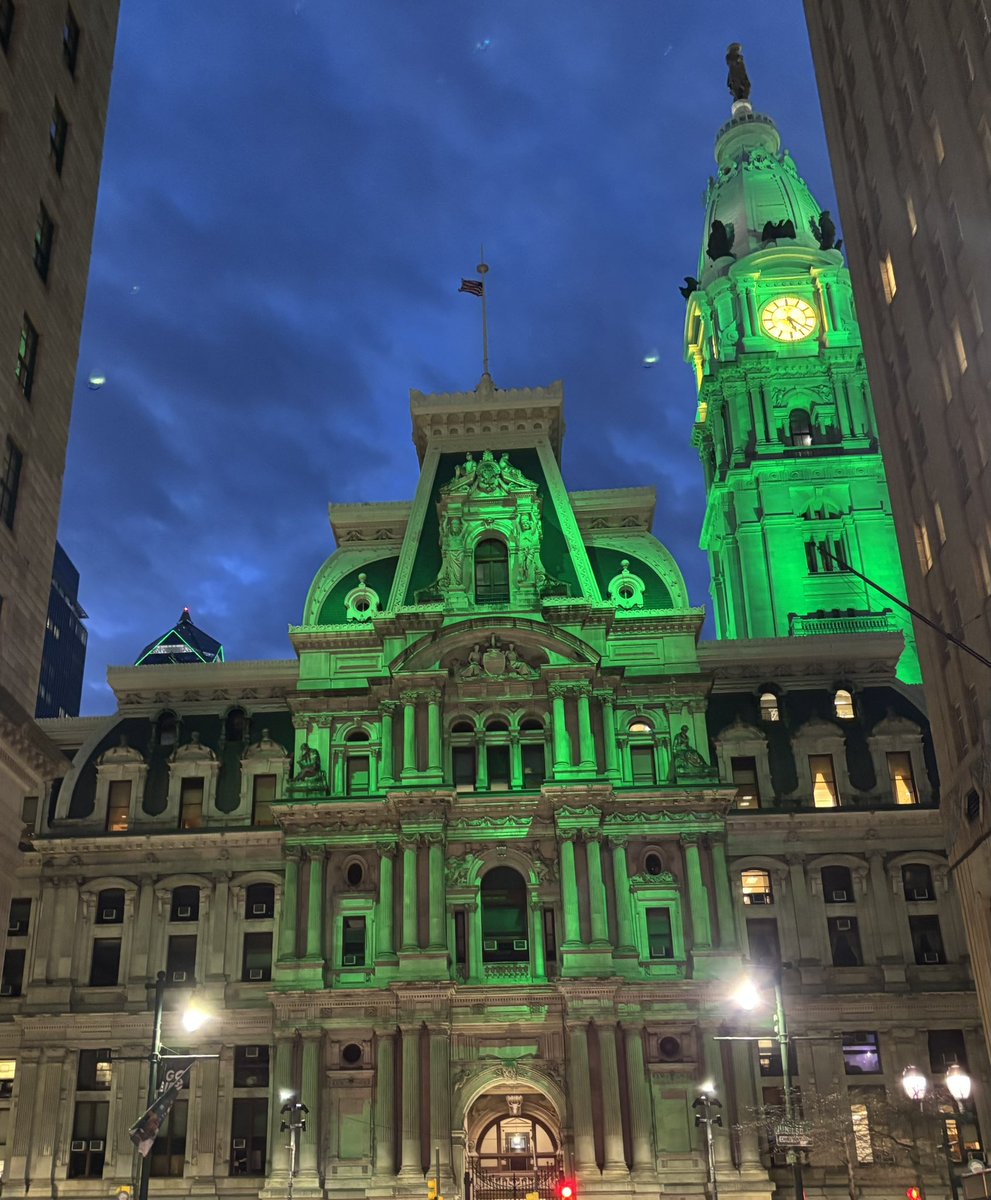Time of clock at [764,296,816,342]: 5:21
